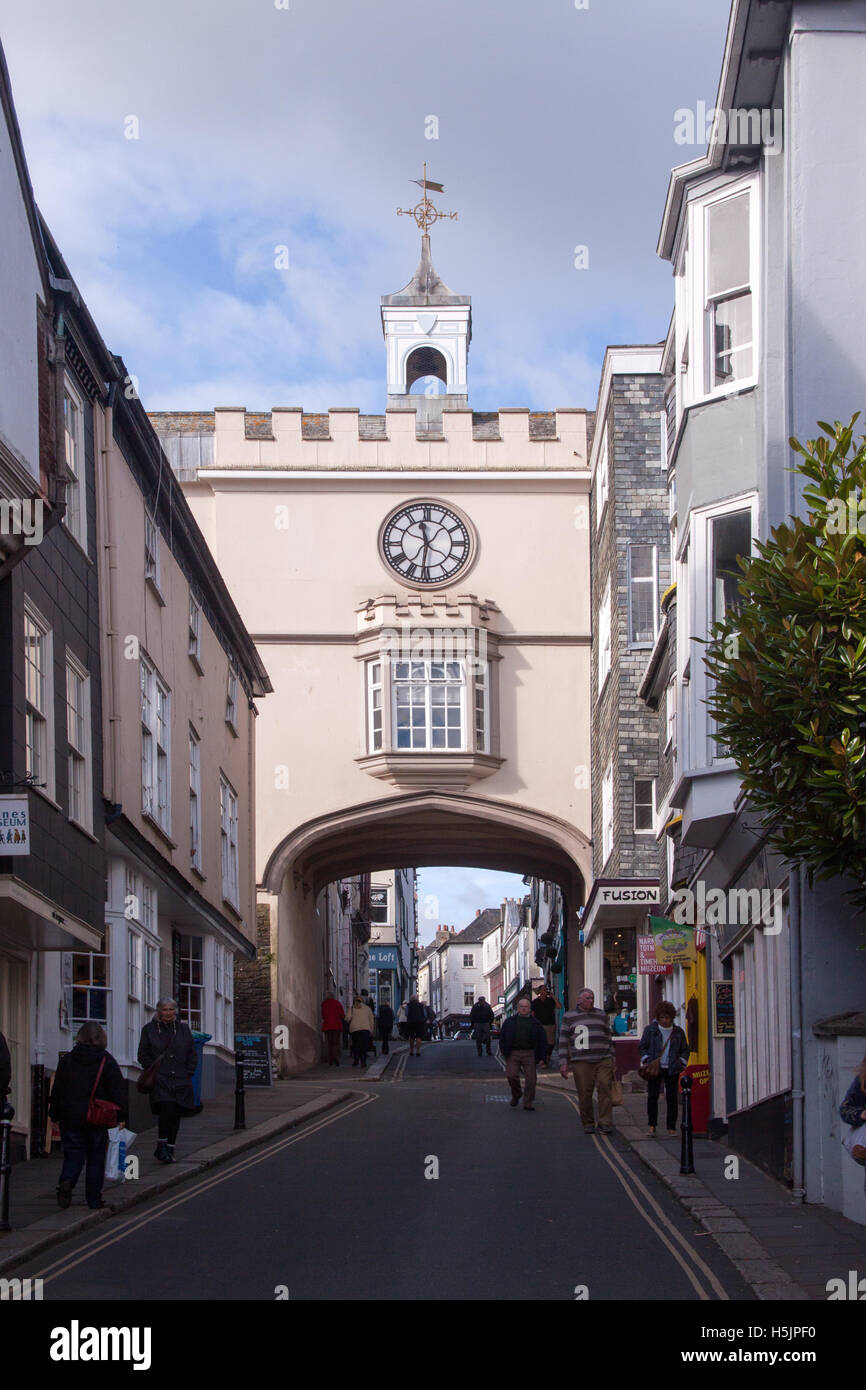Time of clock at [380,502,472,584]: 11:31
